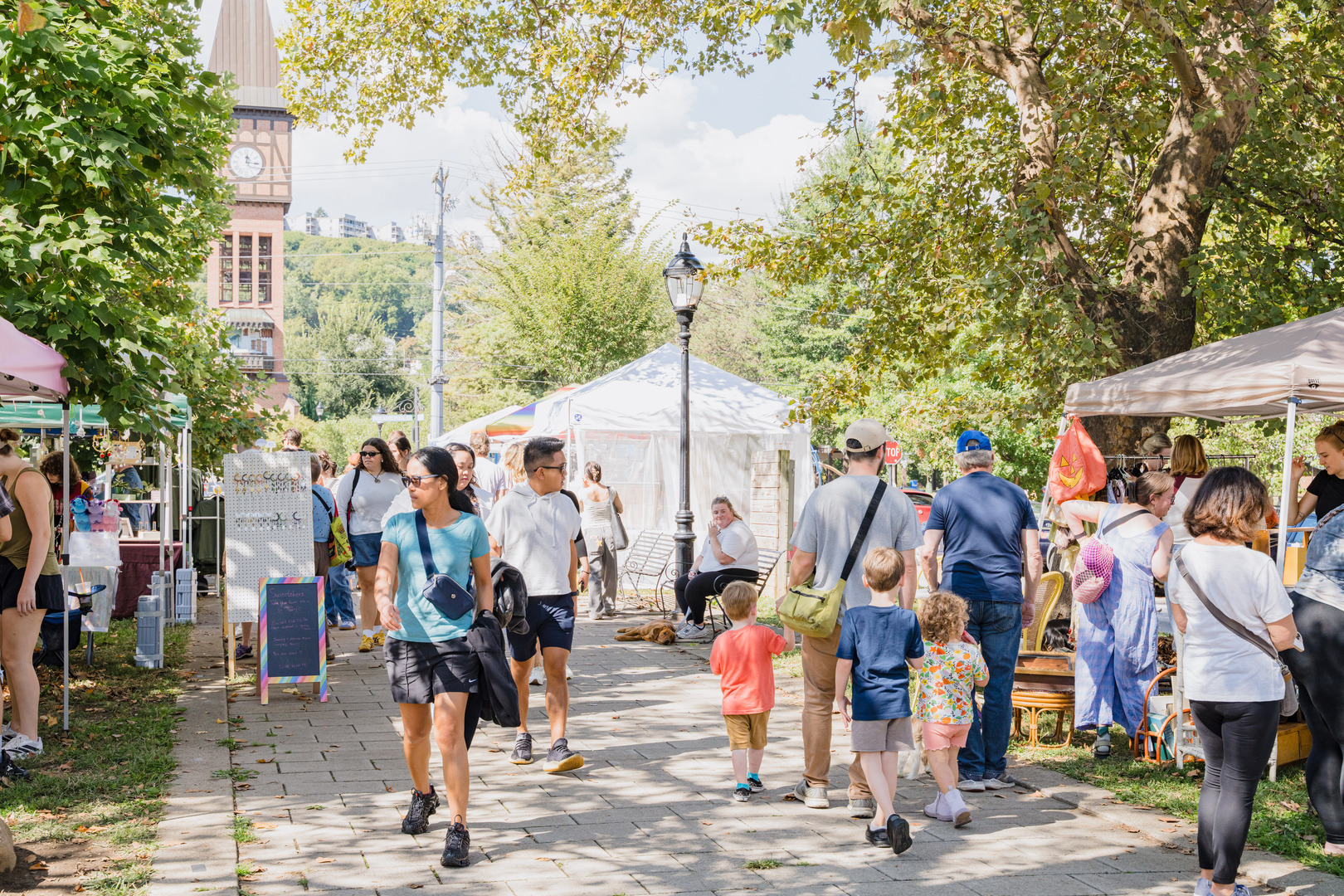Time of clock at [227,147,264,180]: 12:16
